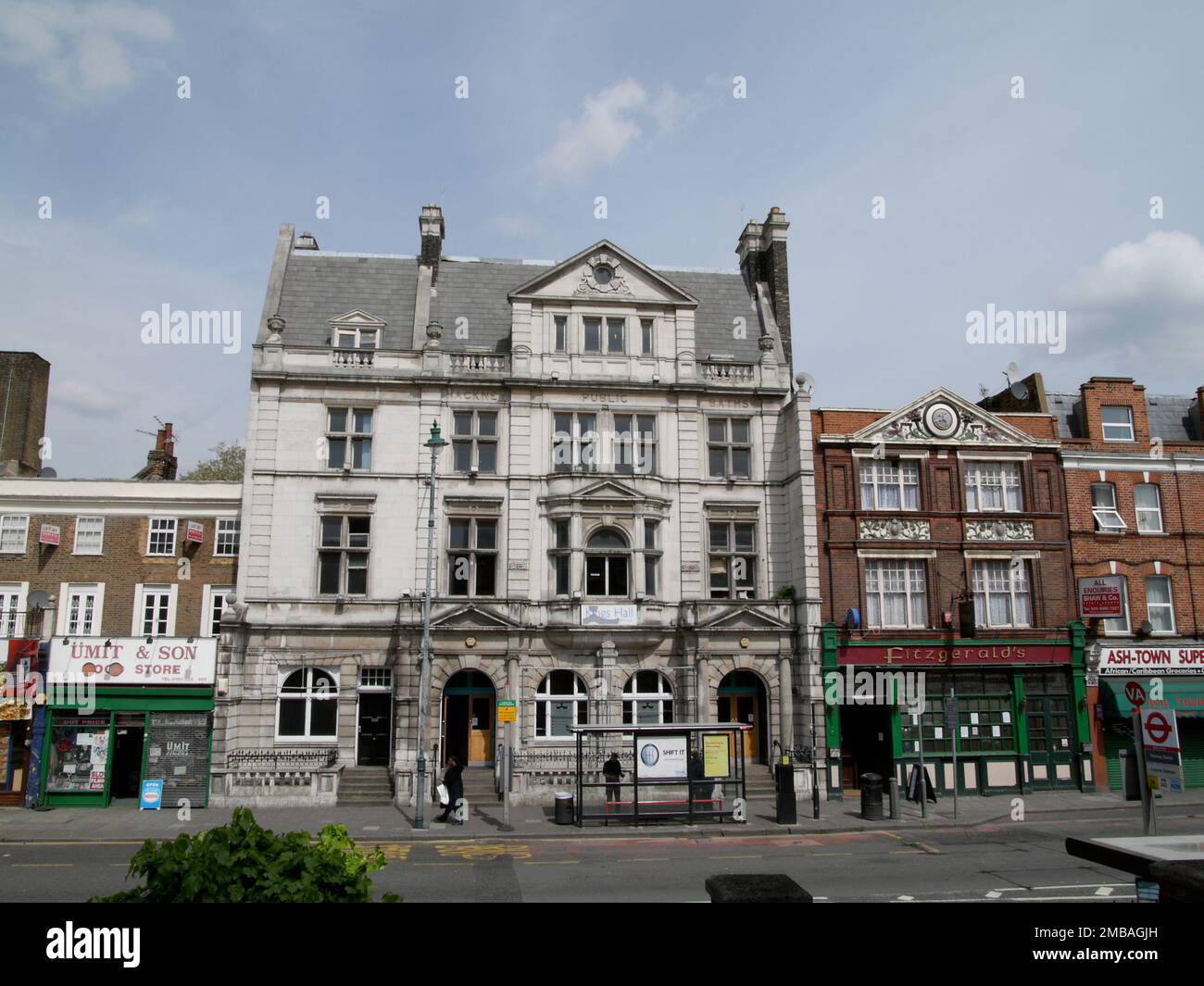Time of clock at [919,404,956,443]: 4:42
